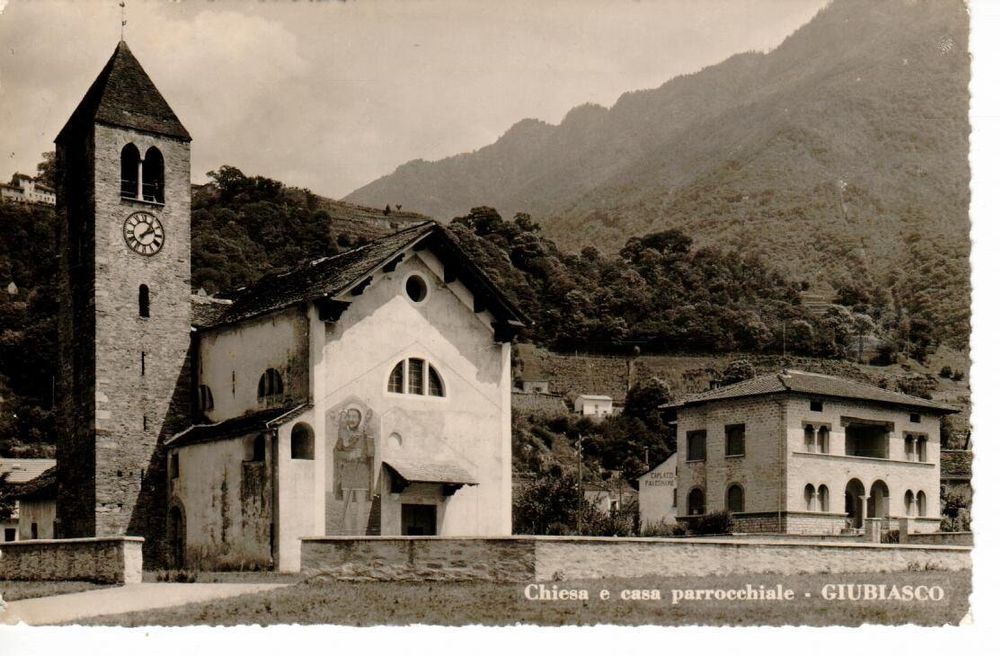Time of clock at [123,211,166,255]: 2:06
